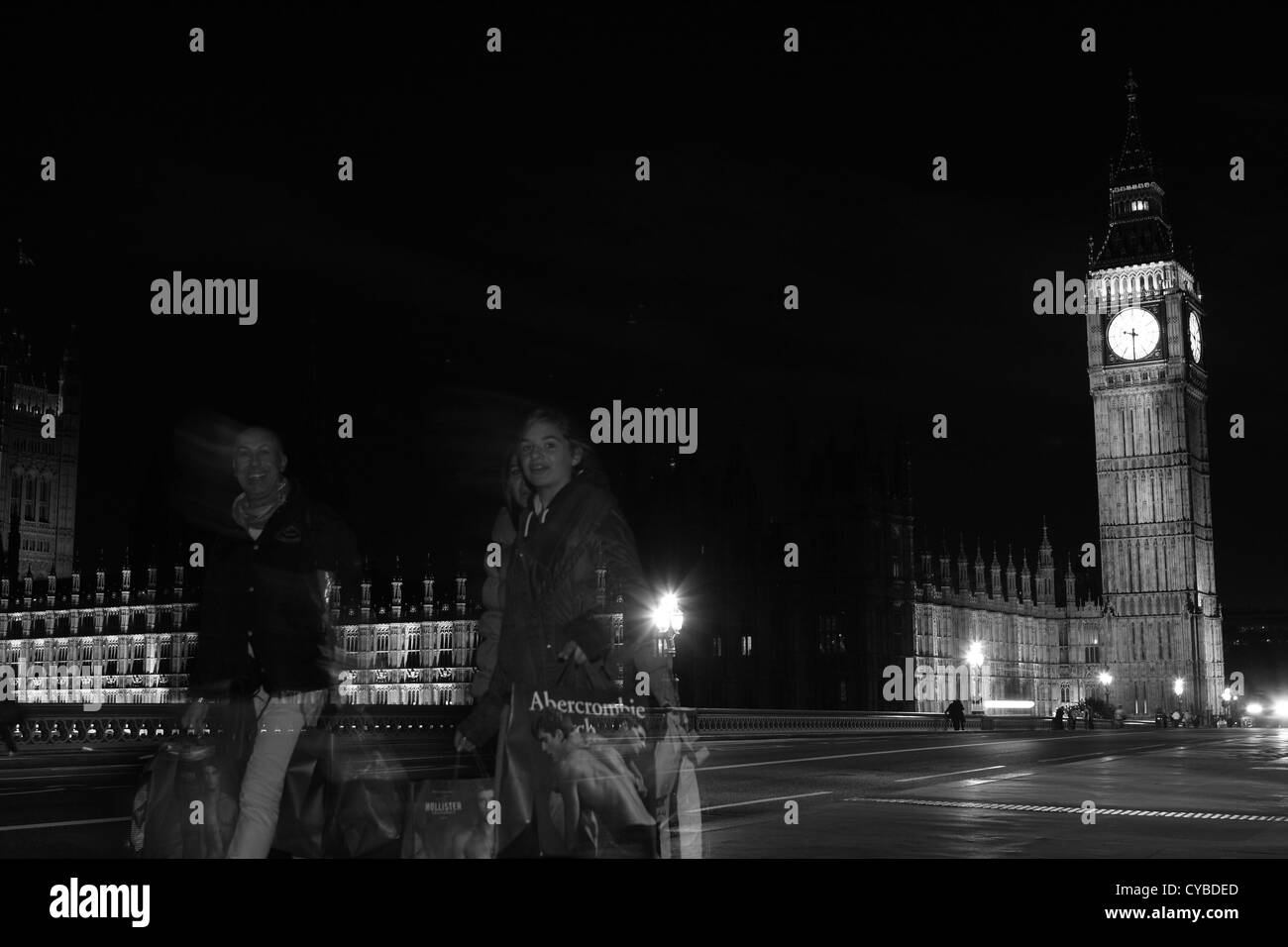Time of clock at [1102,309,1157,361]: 9:30
